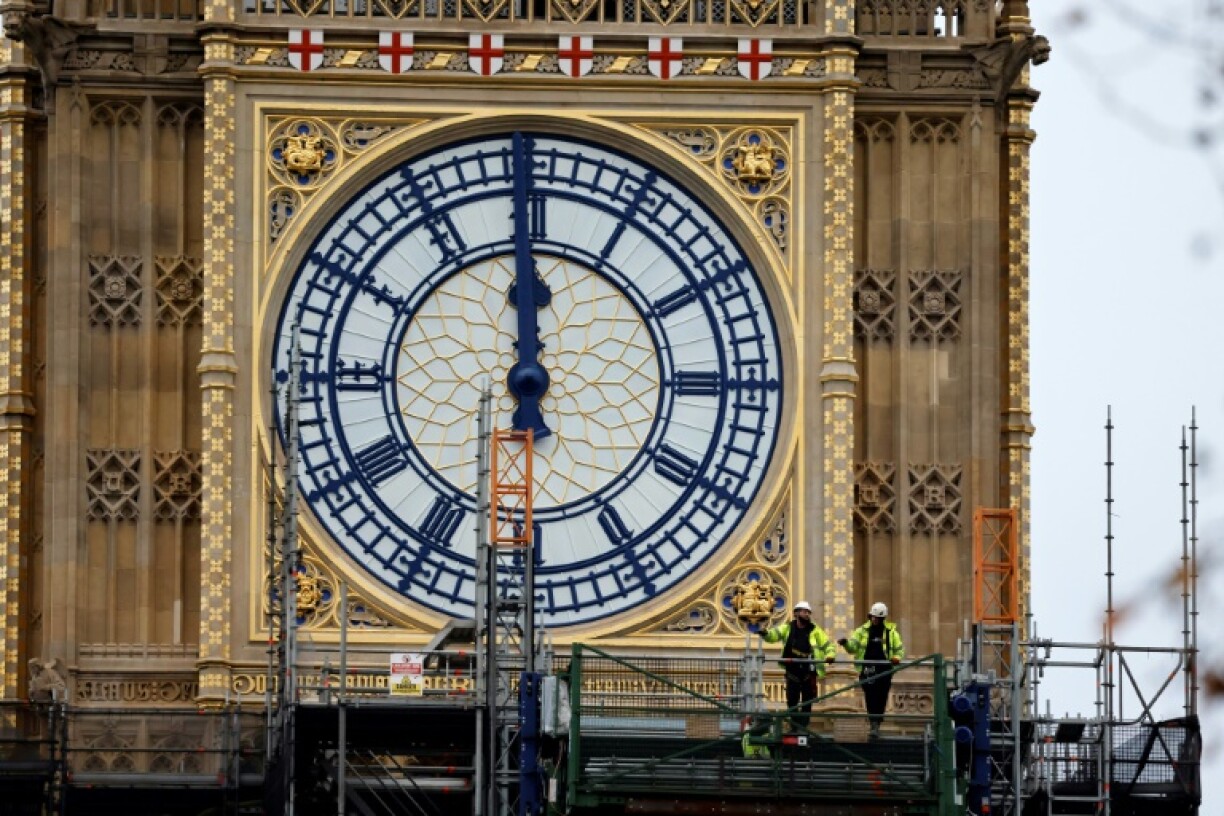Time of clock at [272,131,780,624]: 11:59
